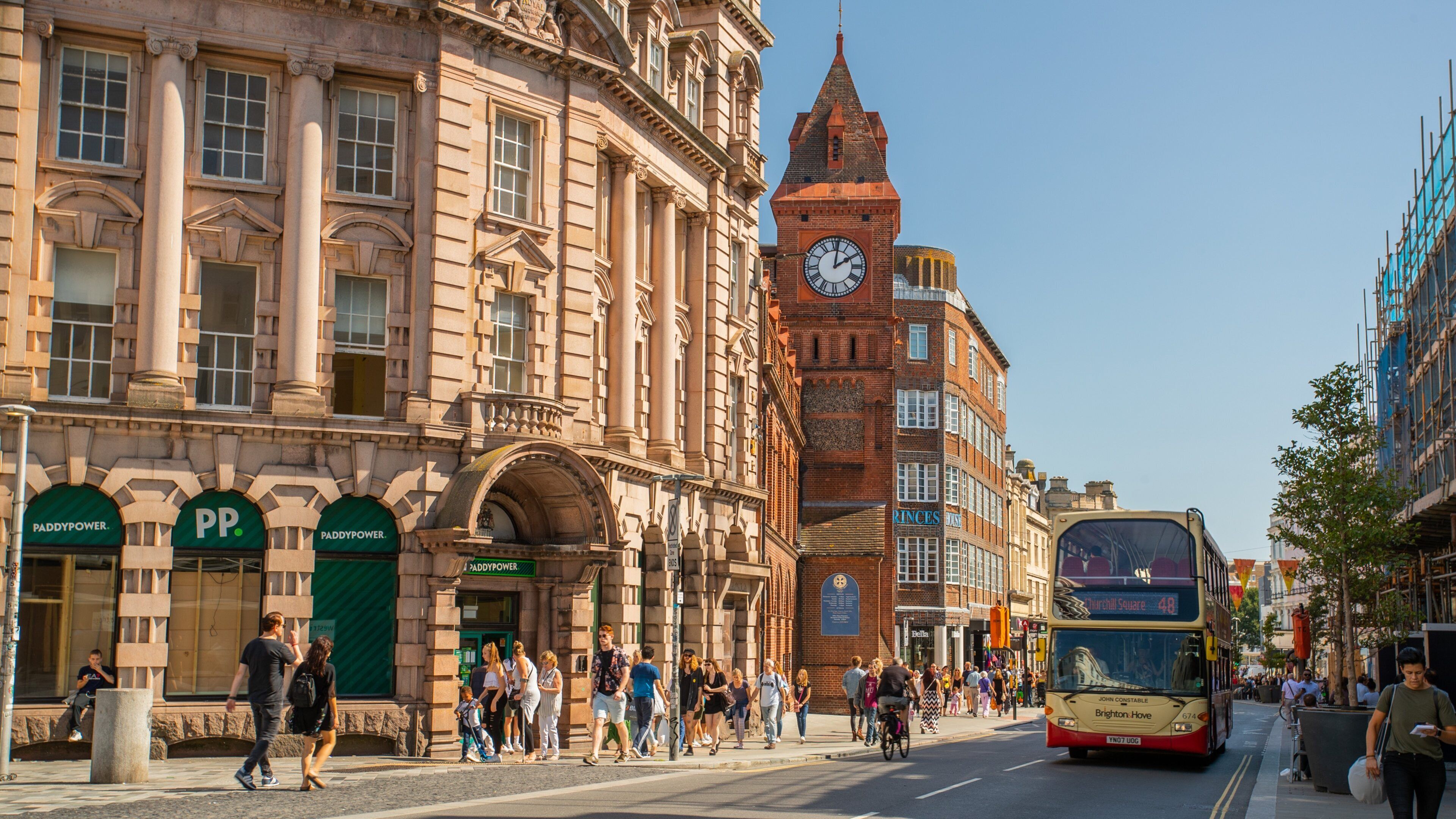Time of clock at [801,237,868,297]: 2:01
